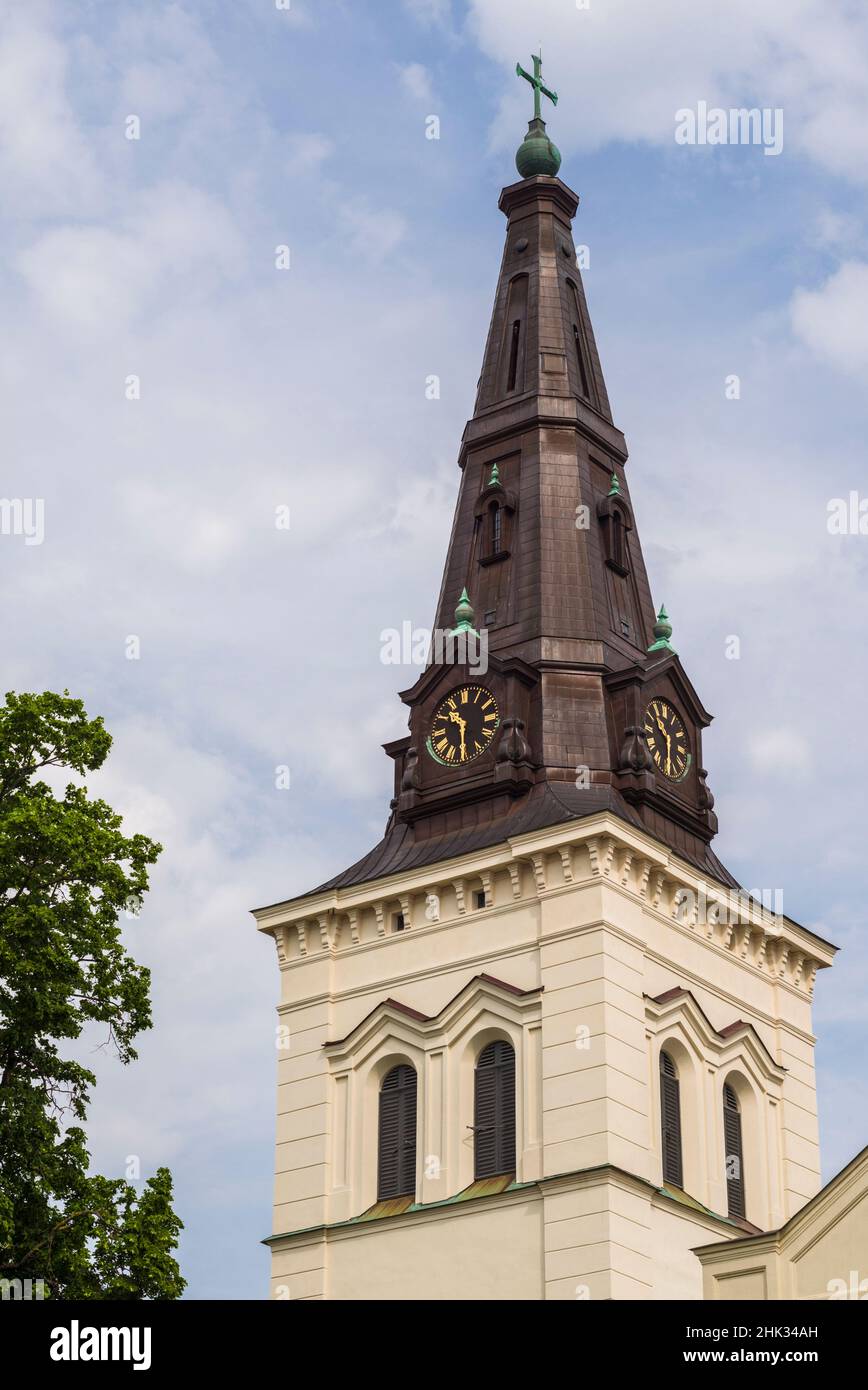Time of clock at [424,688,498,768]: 10:30
